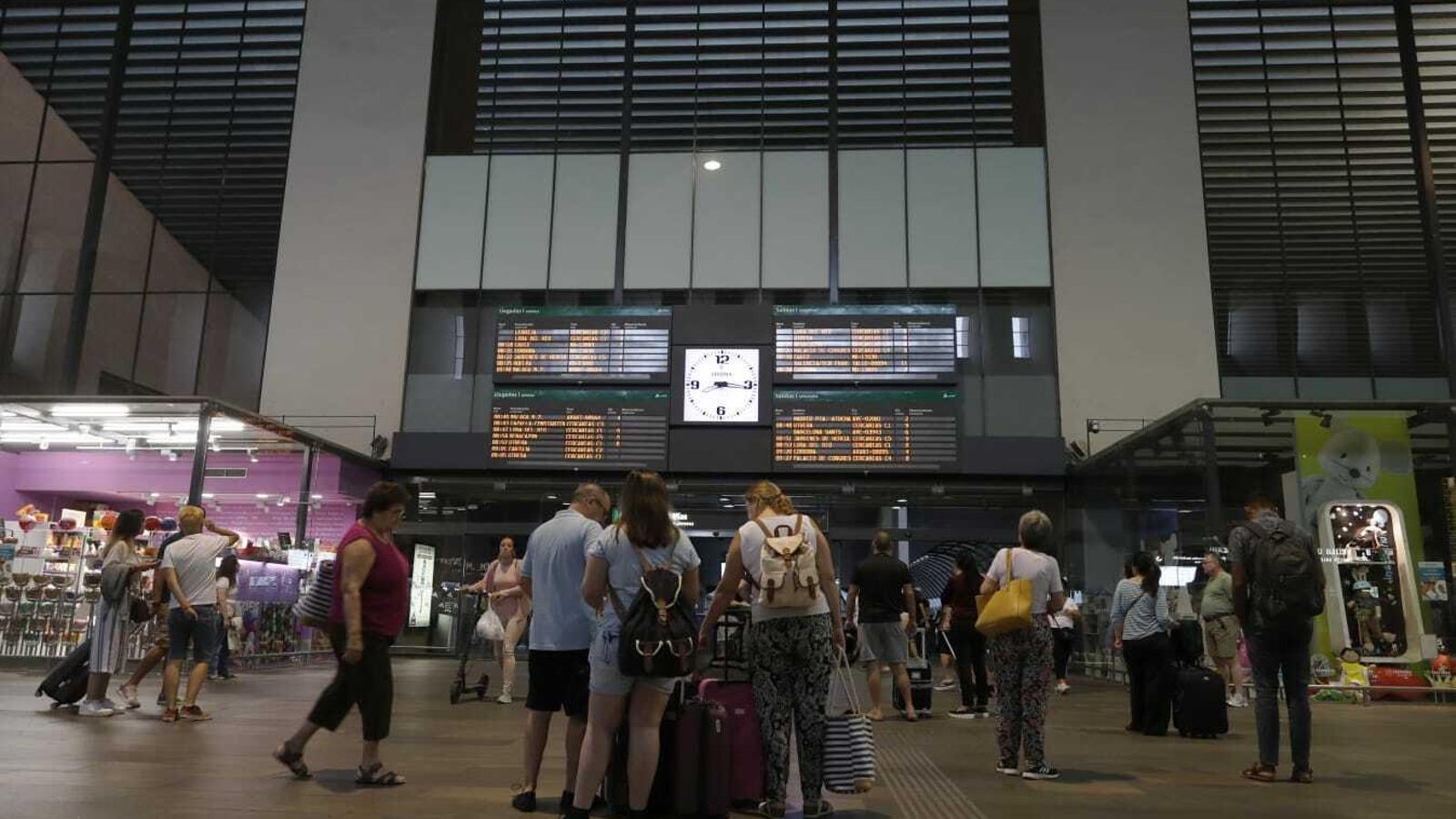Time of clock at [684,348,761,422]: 8:16
